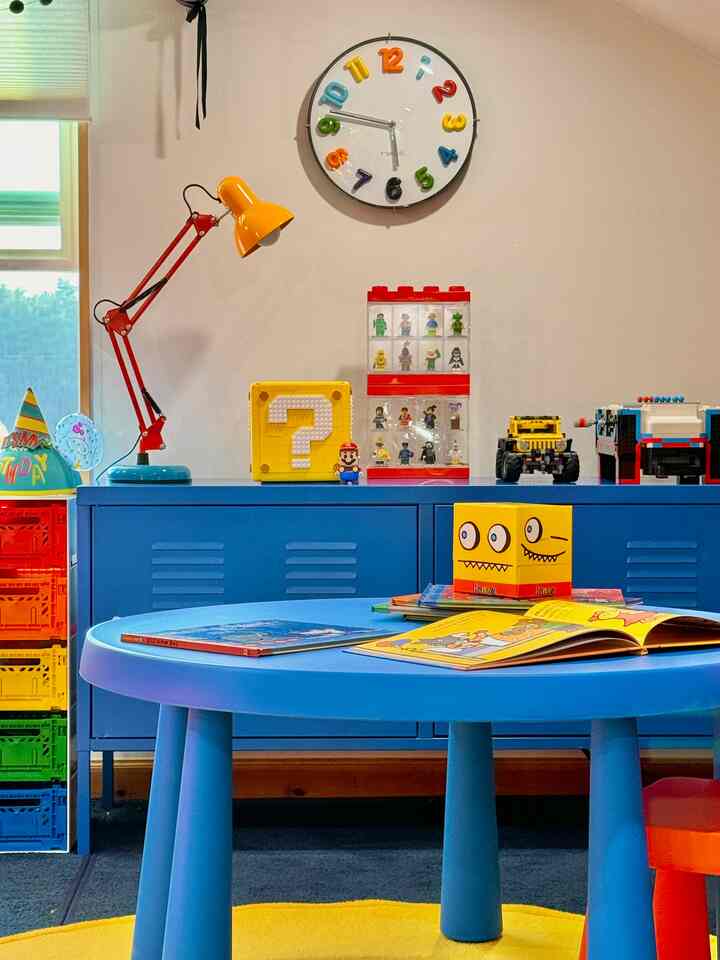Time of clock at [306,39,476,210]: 5:46
